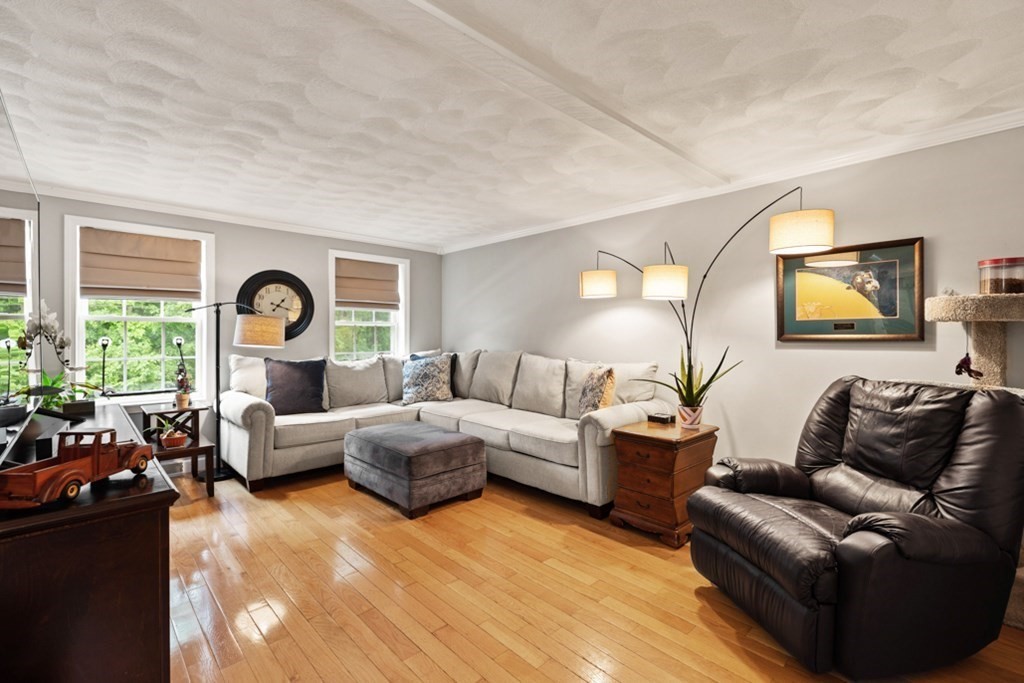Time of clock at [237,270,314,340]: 1:18
